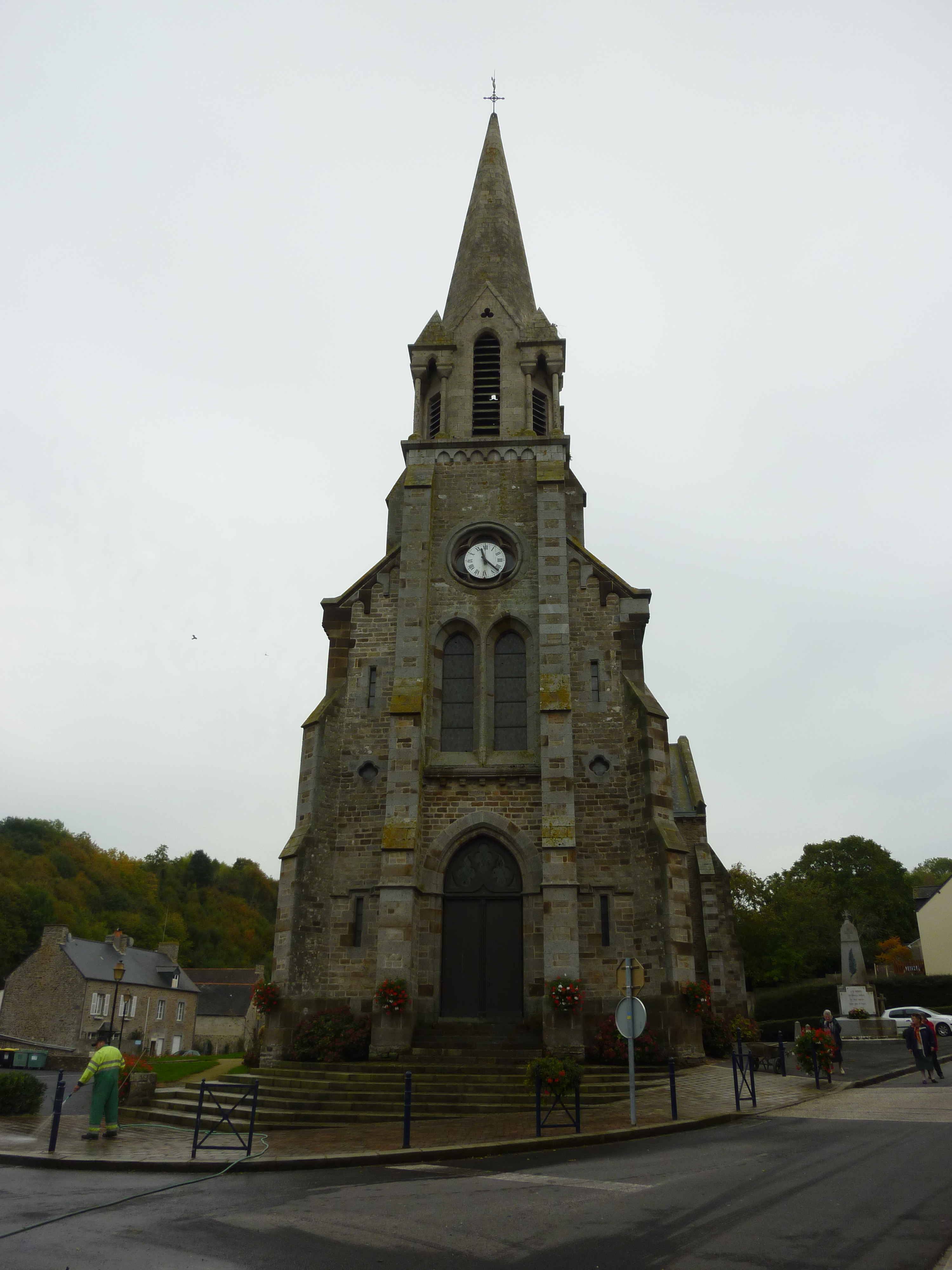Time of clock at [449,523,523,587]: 11:21
